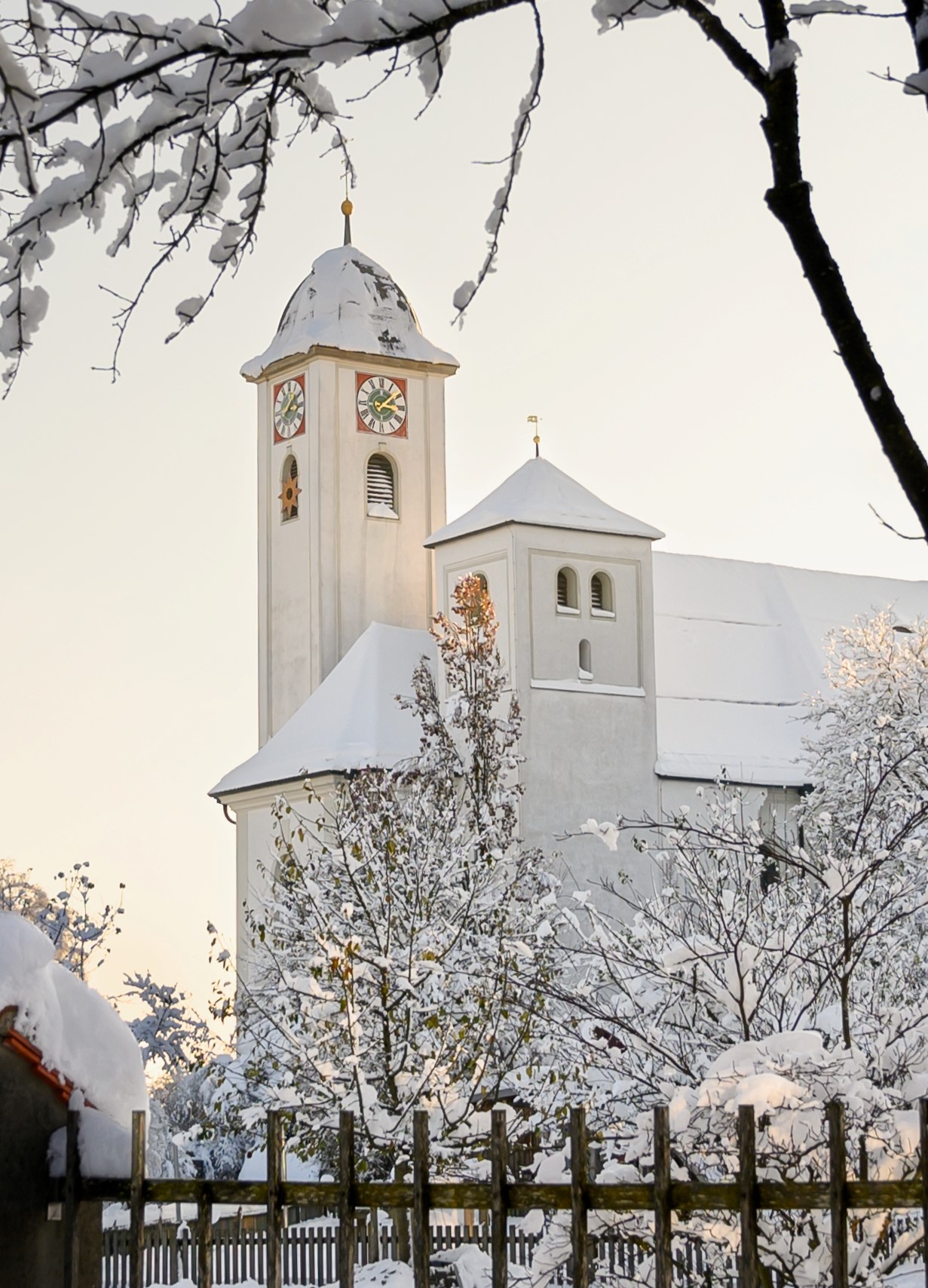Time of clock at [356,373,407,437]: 3:08
